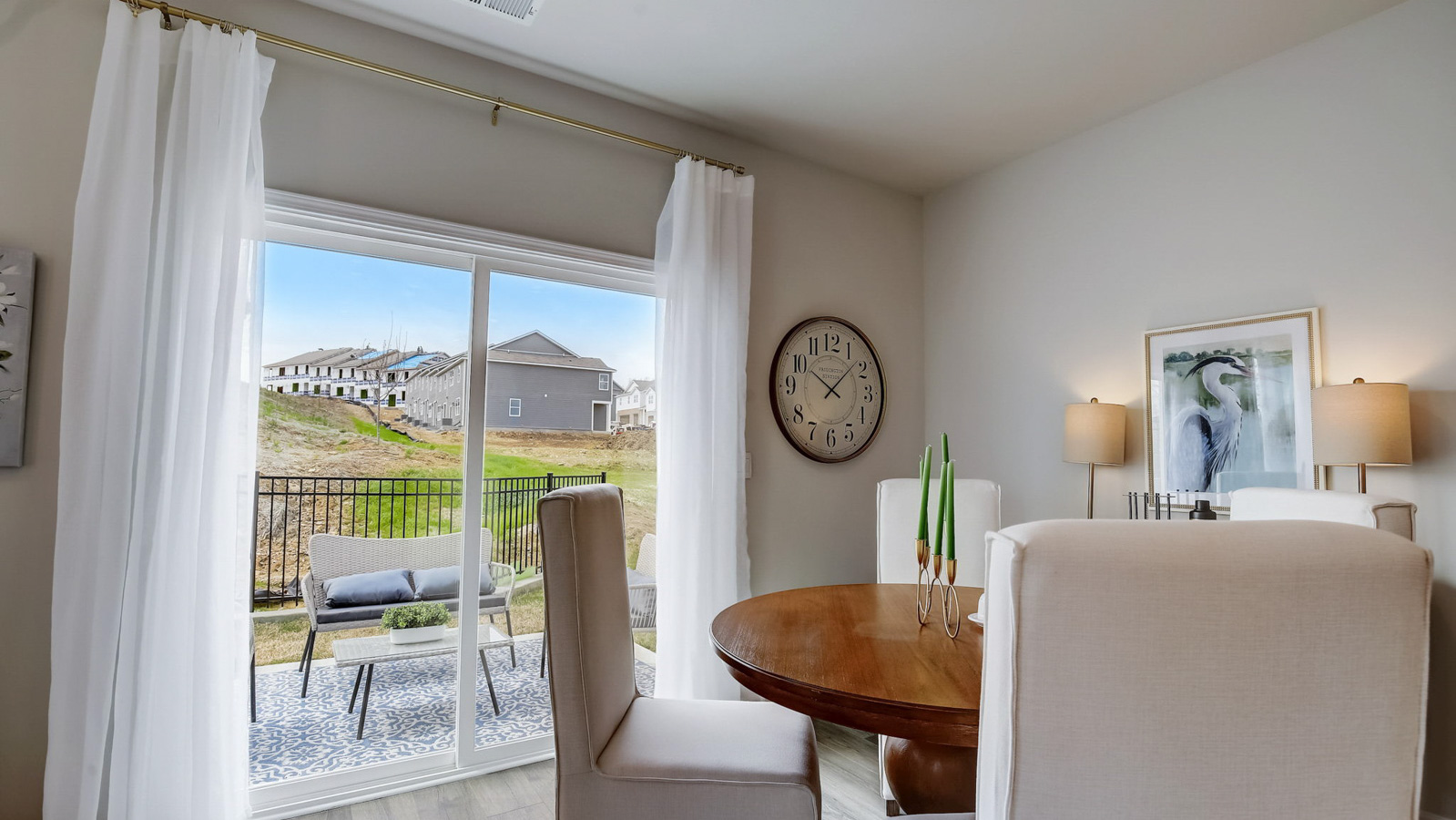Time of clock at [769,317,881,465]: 10:07
